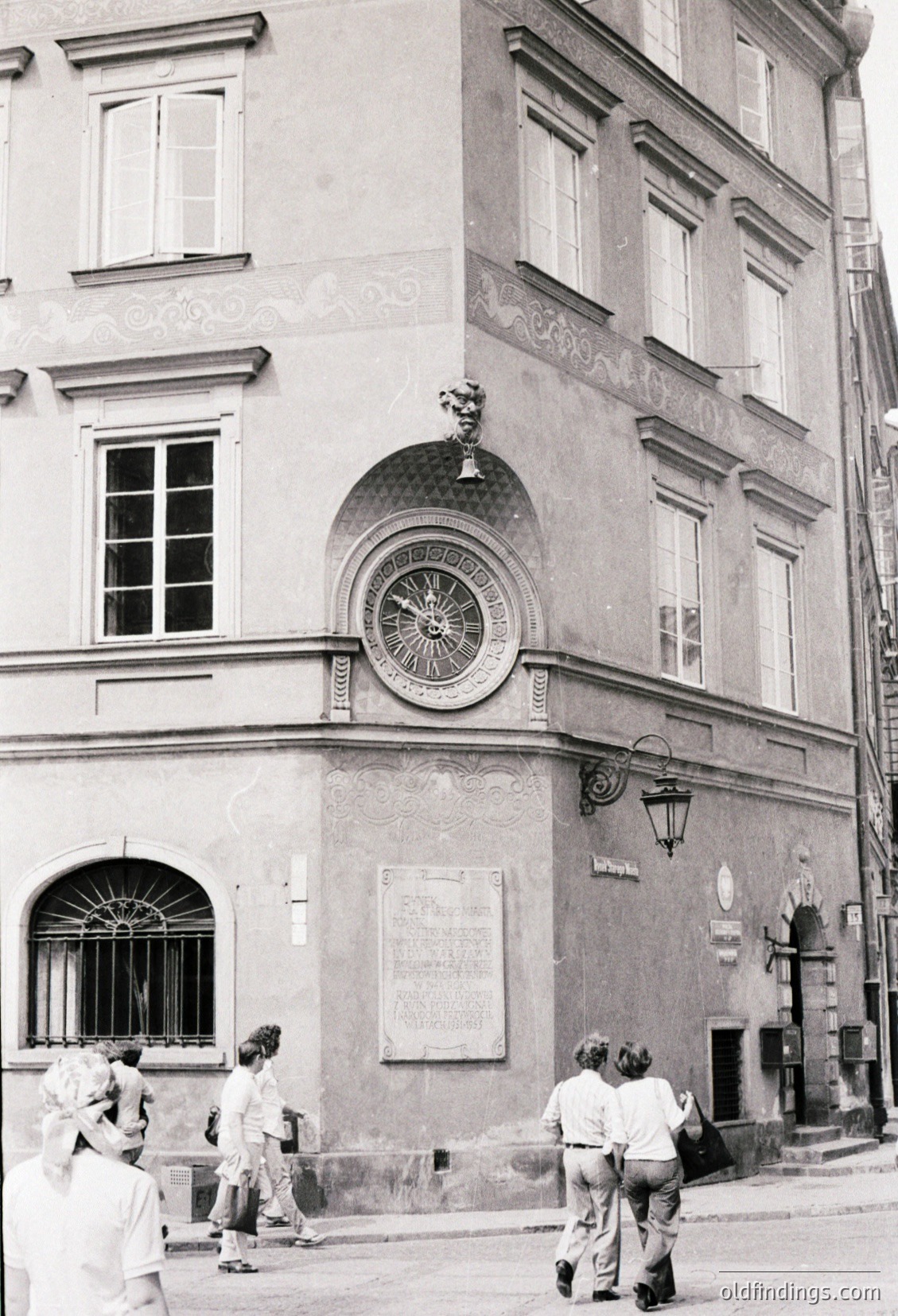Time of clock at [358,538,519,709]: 11:49
